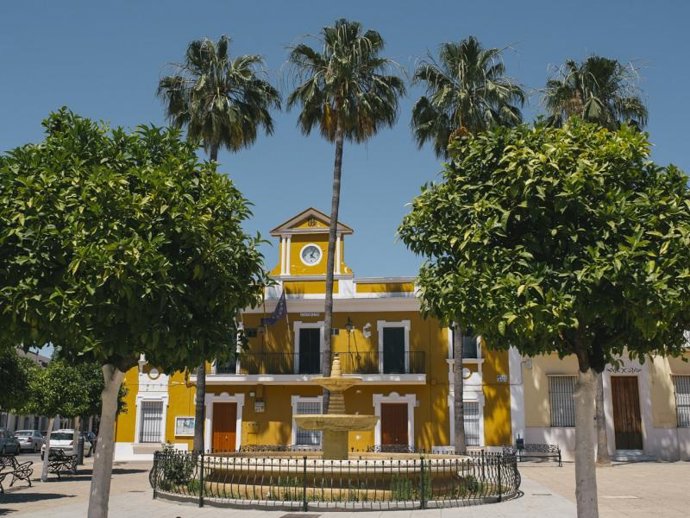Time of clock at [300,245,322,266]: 4:04
